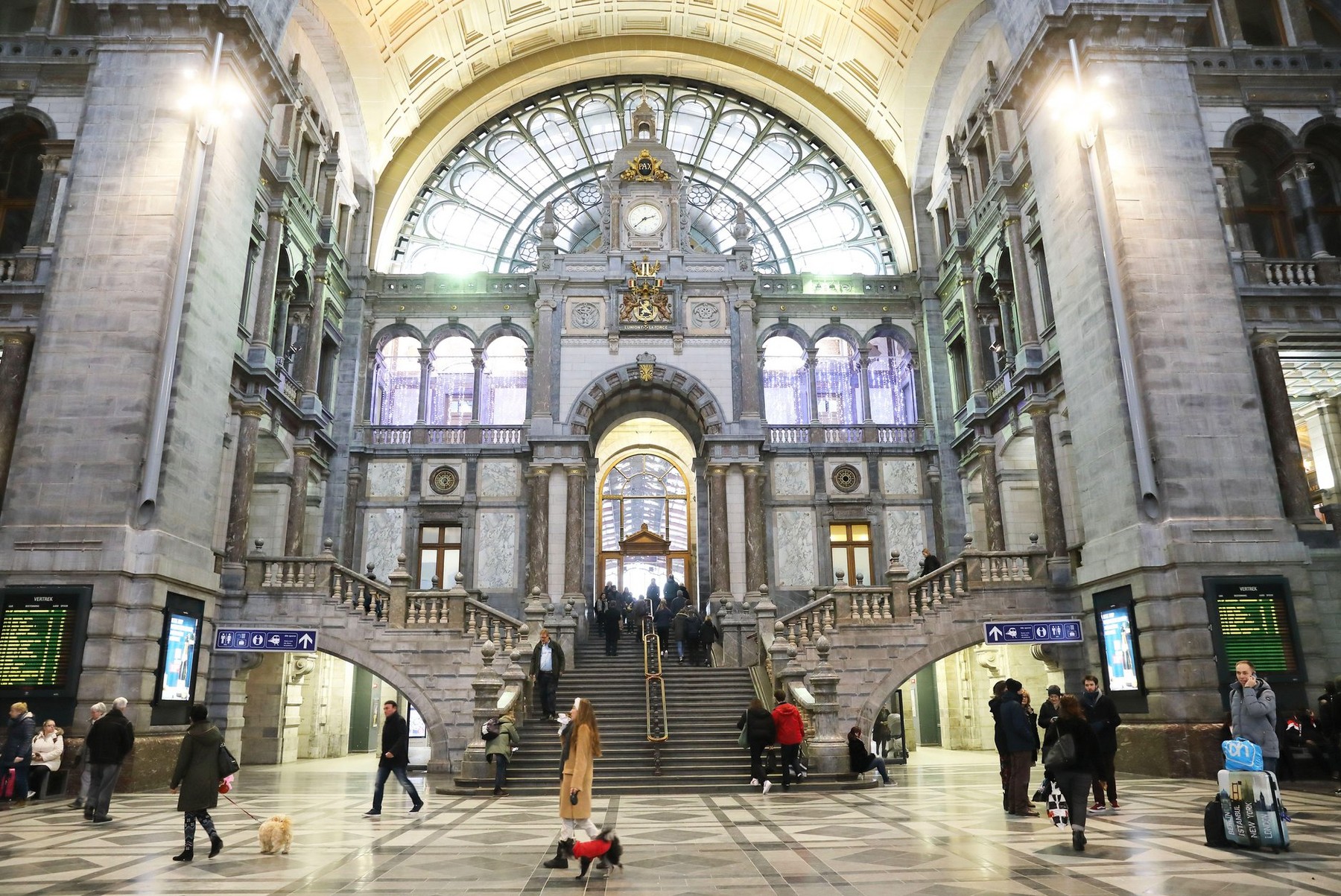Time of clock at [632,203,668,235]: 2:38
